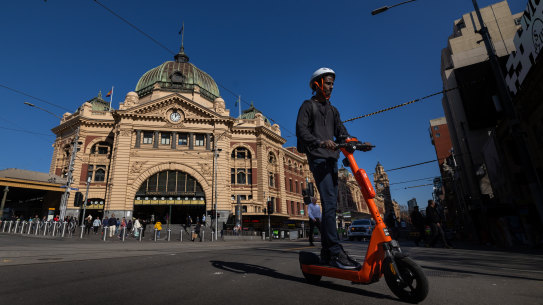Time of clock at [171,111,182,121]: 12:07
